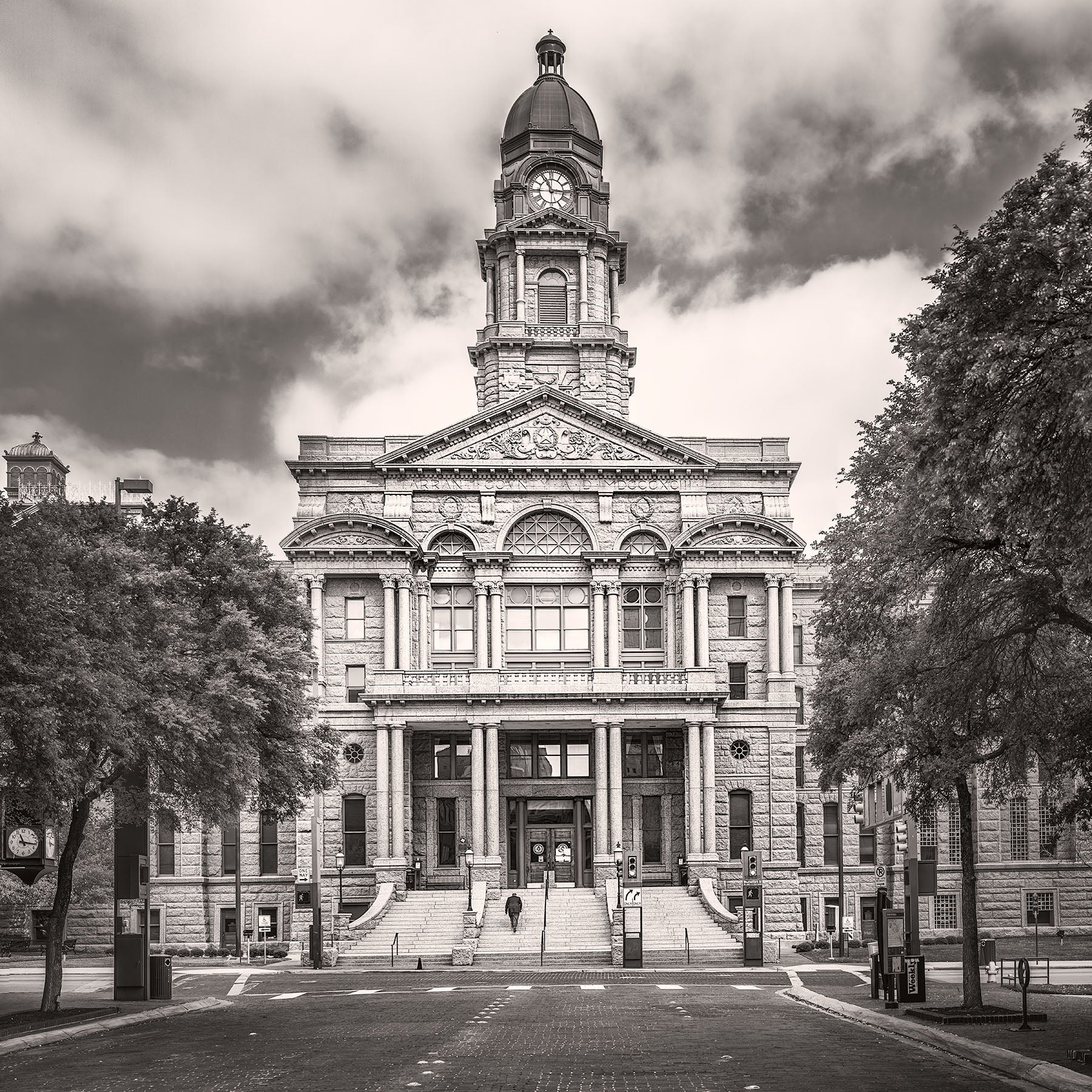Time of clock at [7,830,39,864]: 11:16
